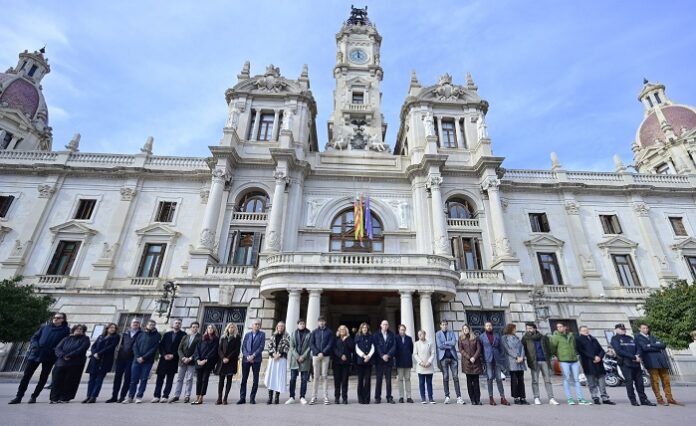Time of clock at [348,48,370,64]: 11:59
